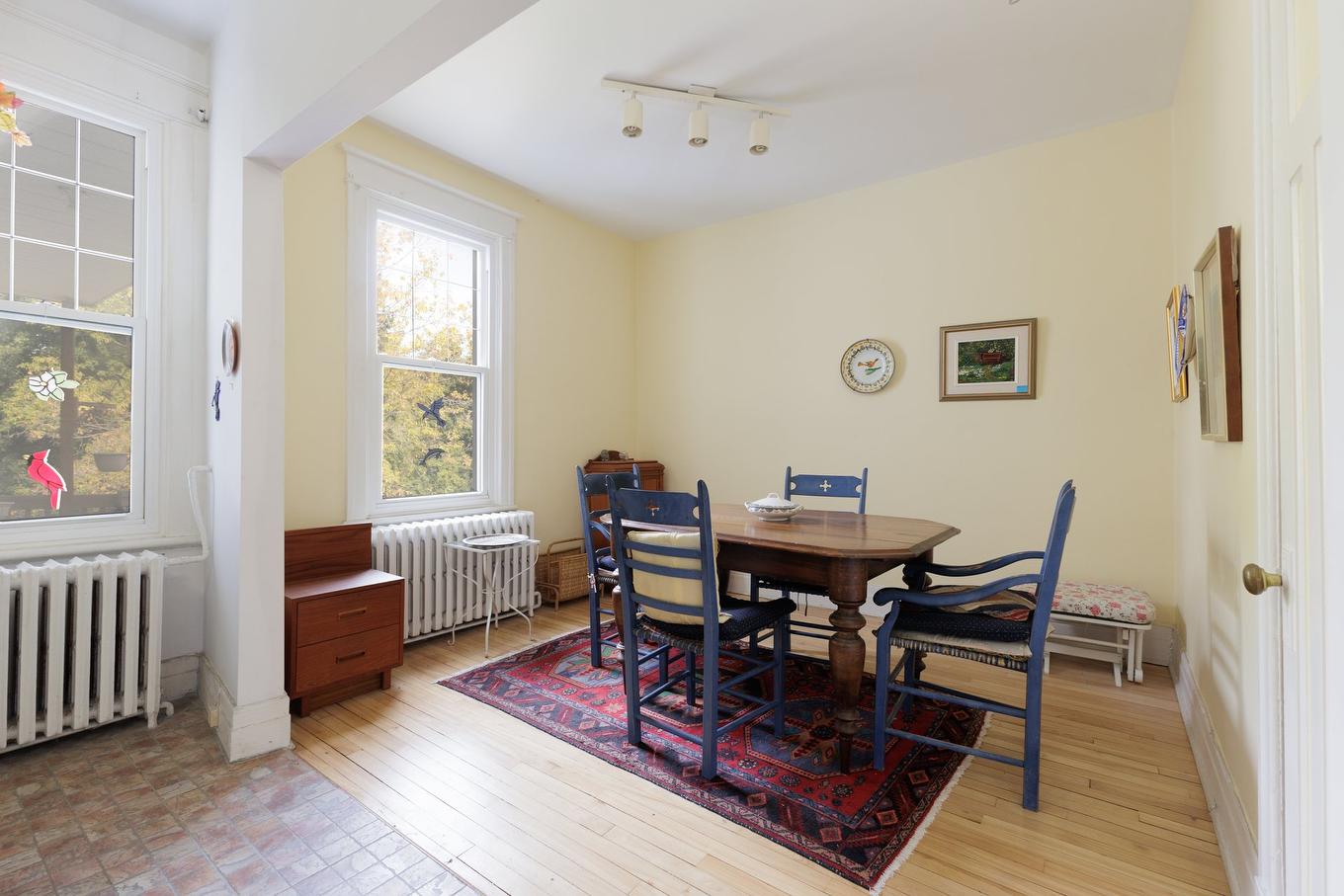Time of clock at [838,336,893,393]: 1:46
